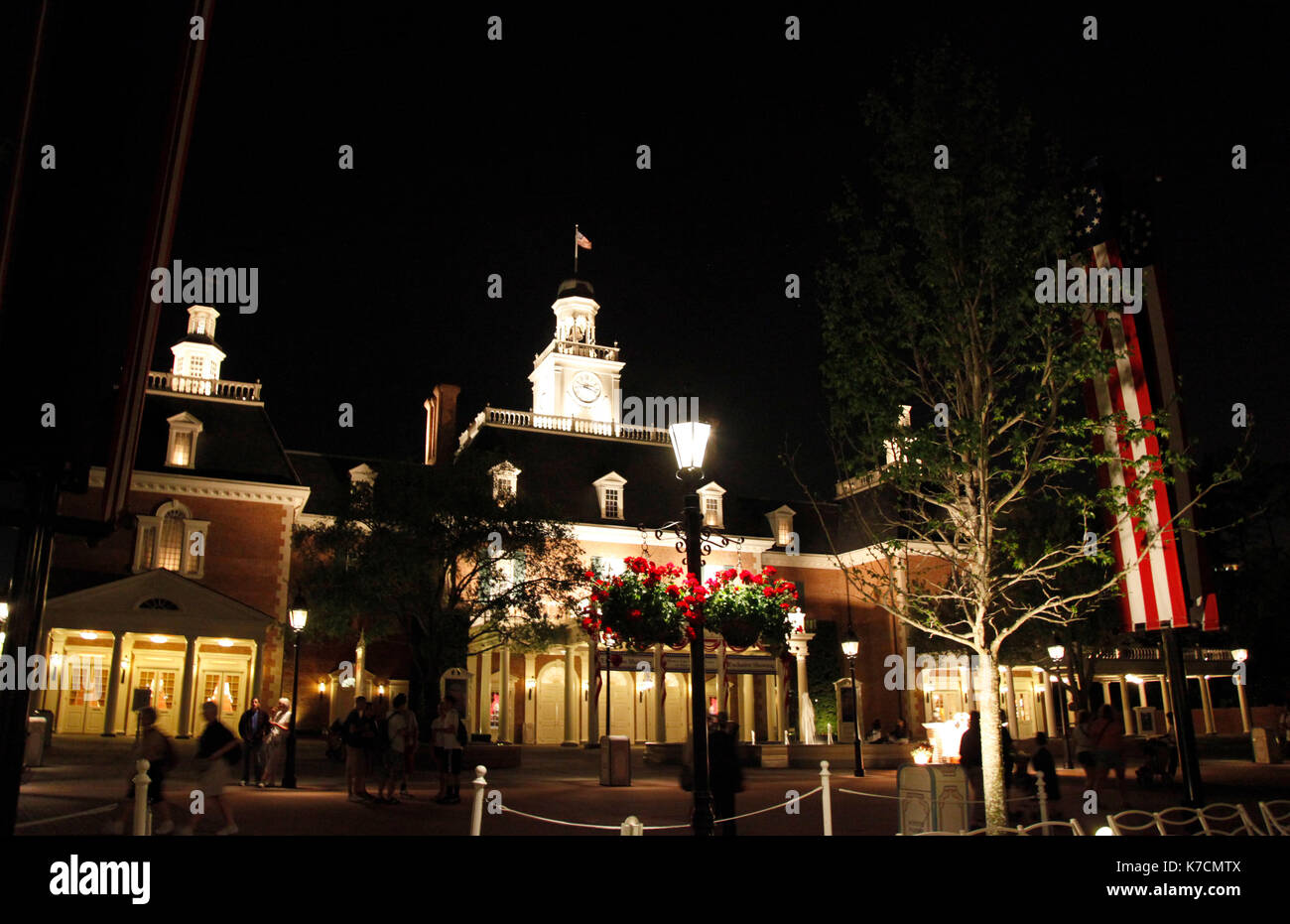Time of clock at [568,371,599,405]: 2:18
